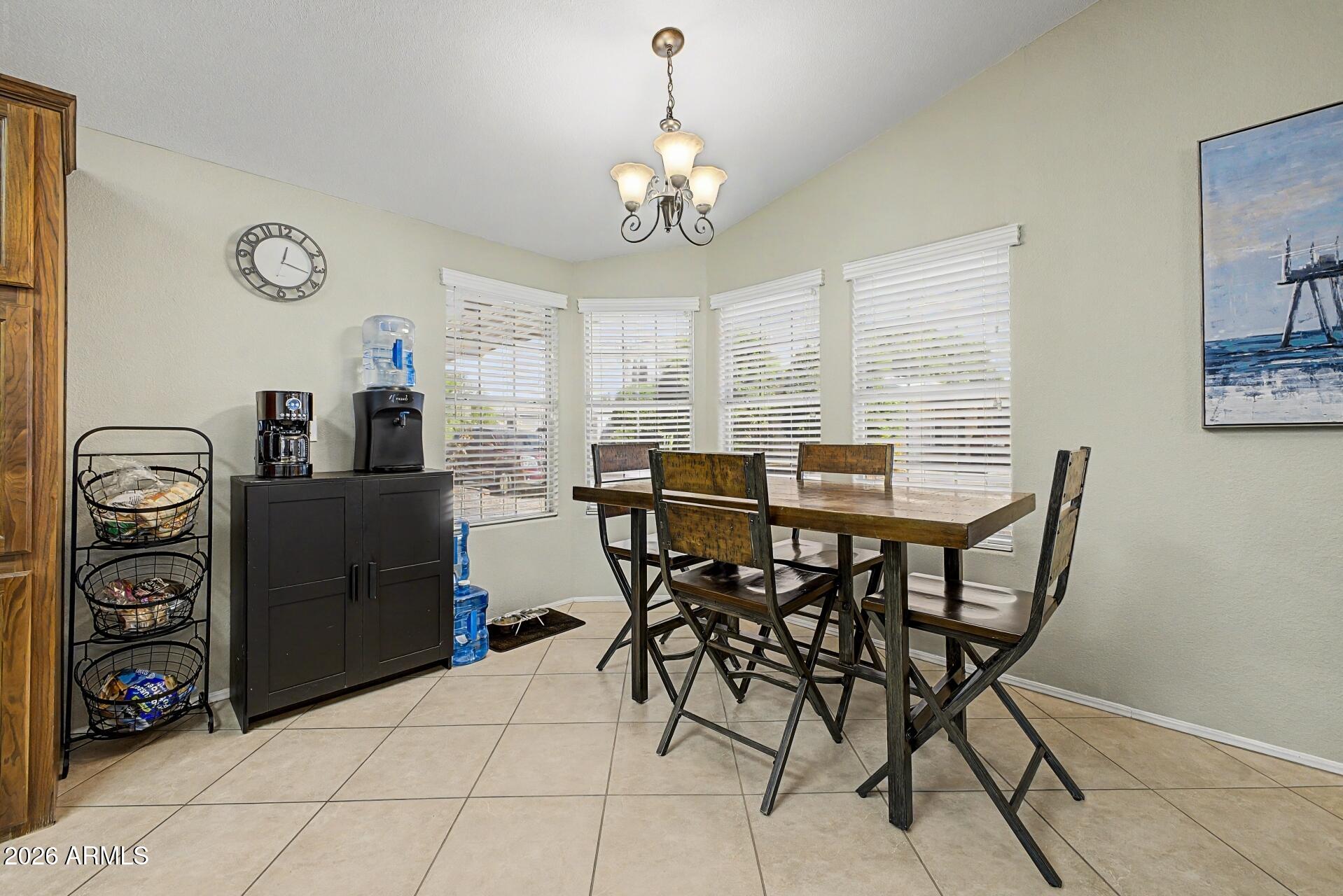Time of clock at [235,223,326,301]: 12:17
